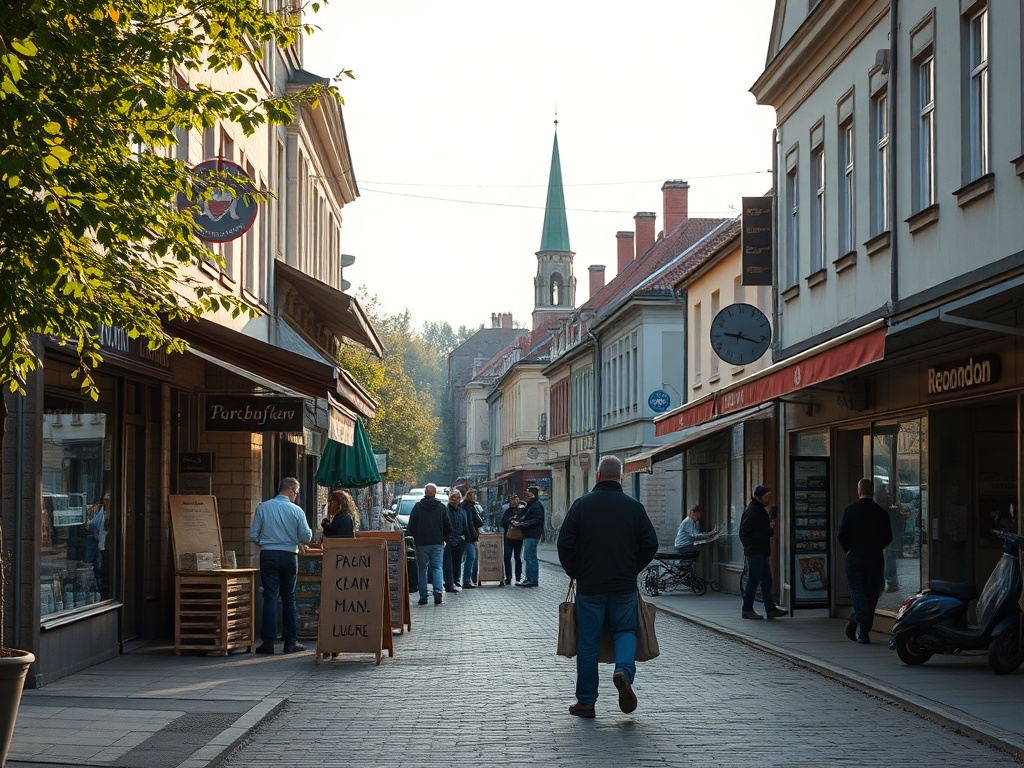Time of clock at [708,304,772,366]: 9:17
